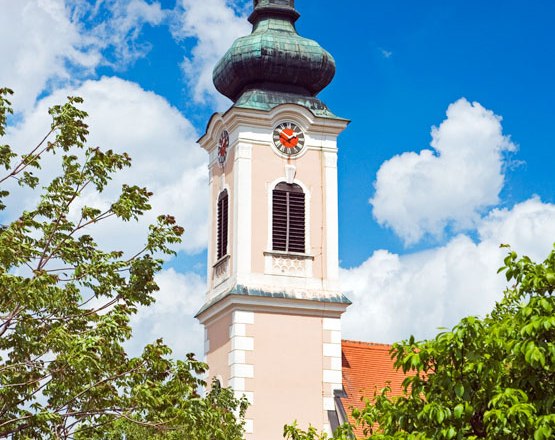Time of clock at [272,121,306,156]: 1:50
